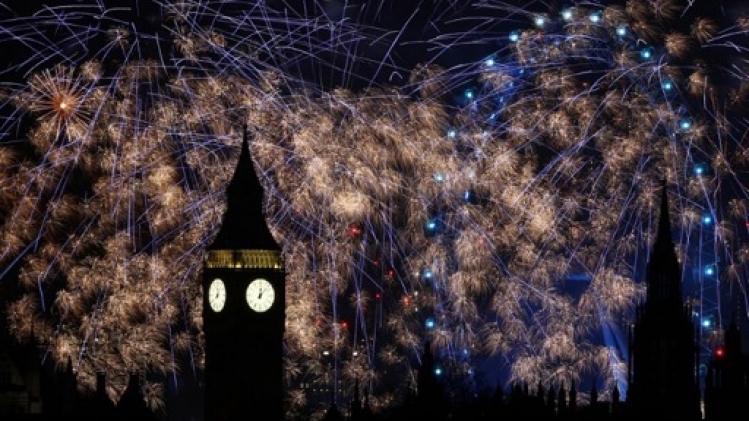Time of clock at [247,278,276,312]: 12:07
